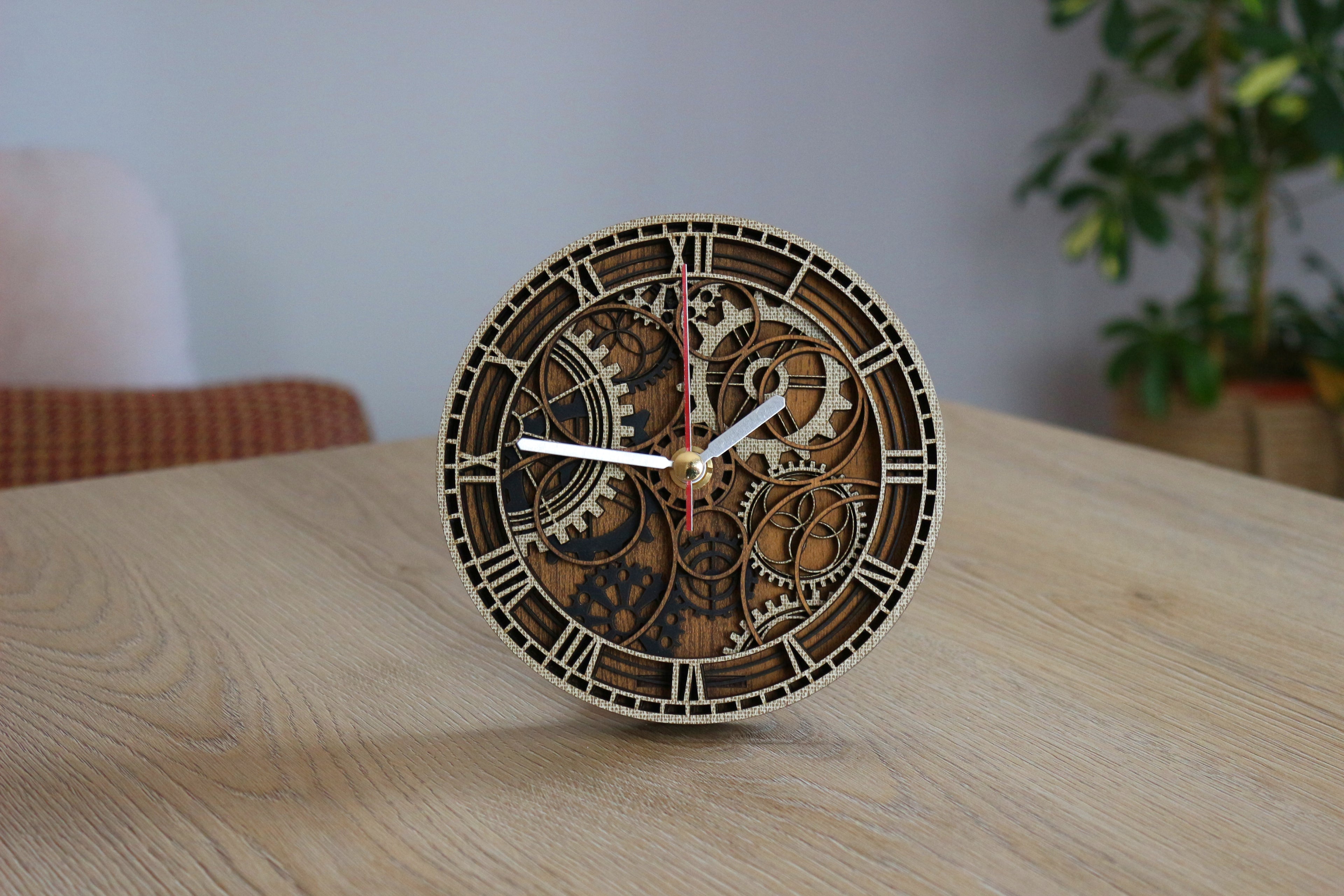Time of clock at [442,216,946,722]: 1:46
